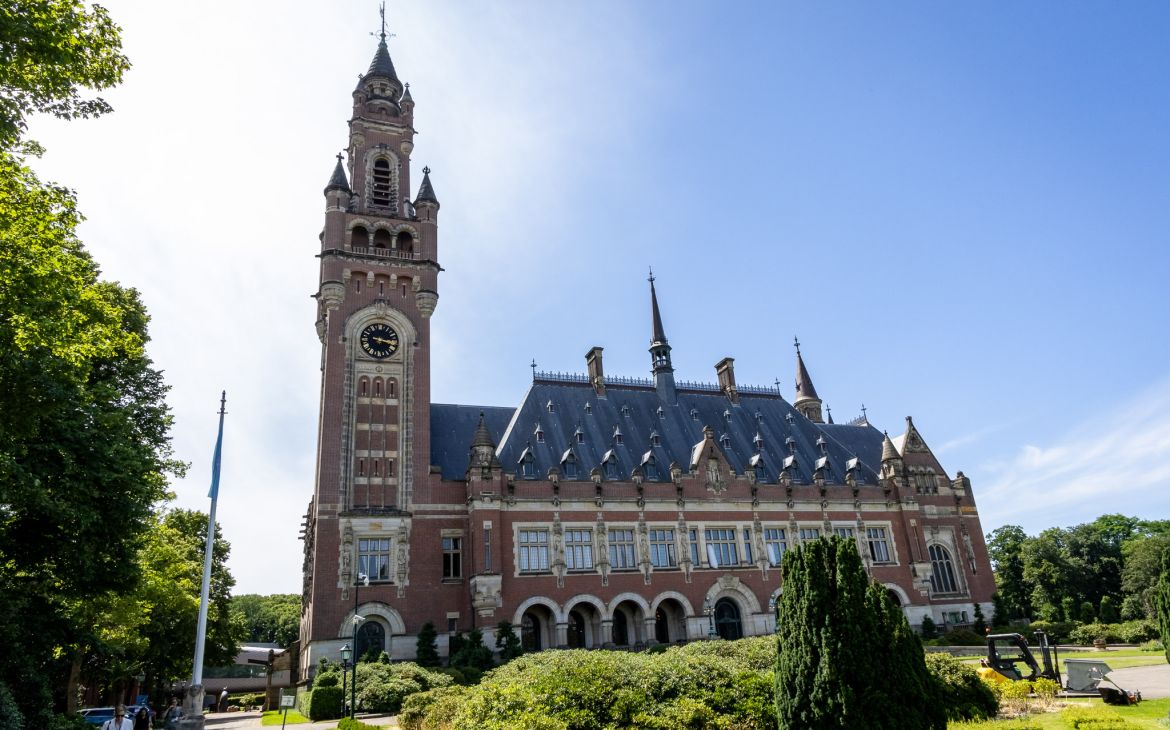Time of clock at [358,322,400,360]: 3:17
